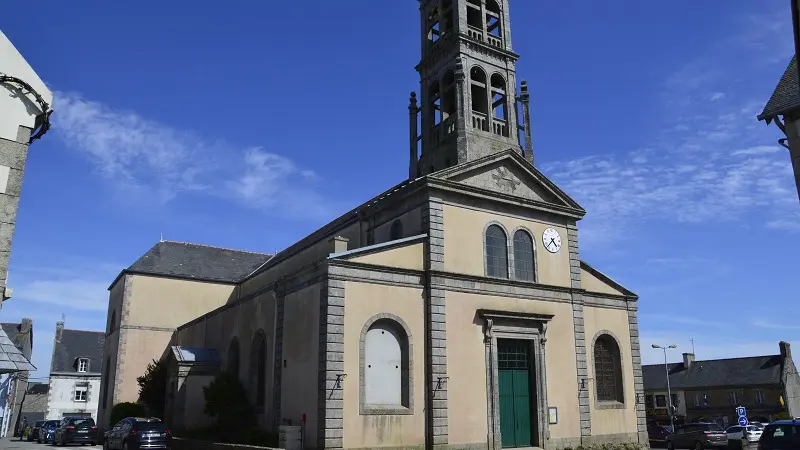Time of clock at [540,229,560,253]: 4:37
